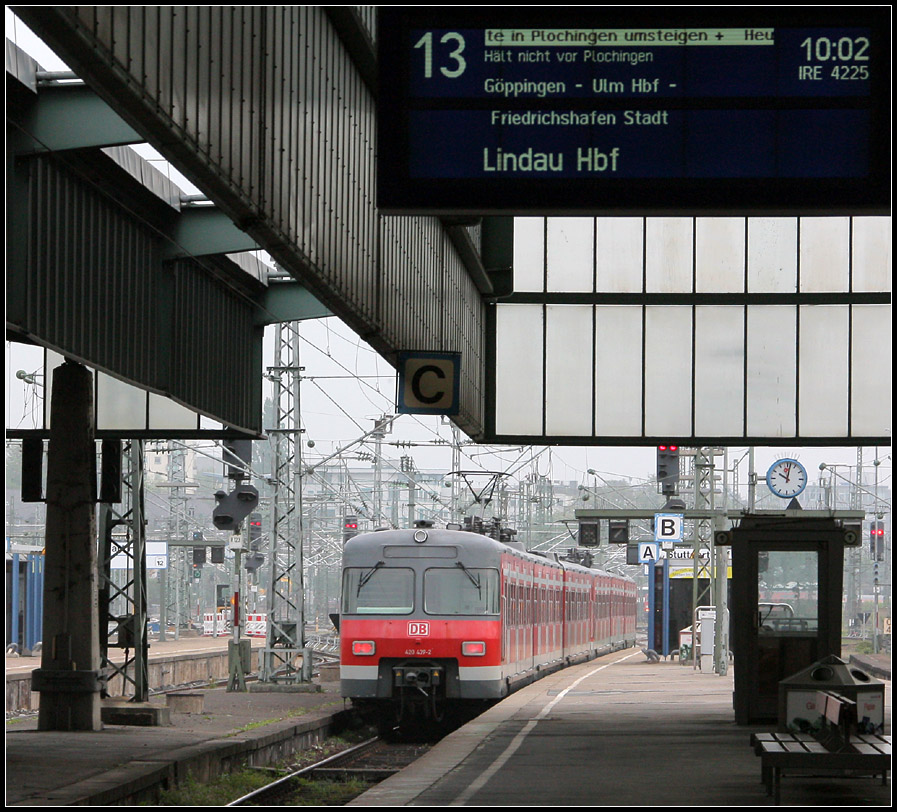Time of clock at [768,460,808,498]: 10:01
